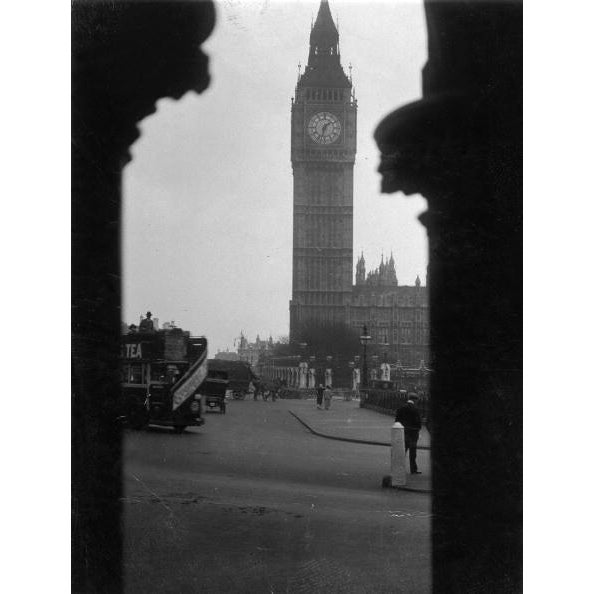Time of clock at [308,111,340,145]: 1:32
